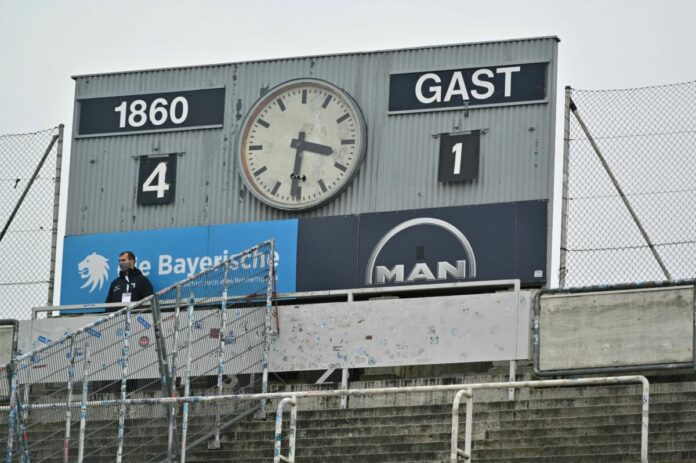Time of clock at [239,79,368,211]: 3:31
